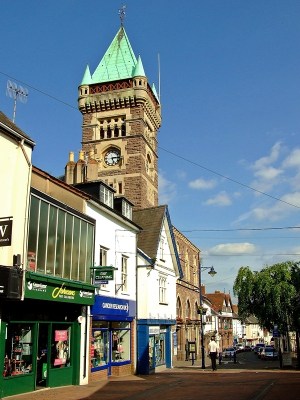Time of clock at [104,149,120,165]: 5:14
